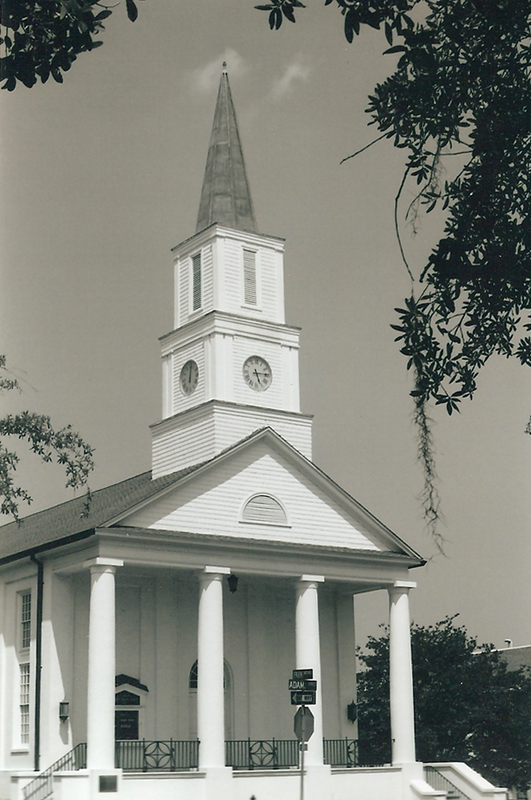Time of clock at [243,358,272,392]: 5:14
